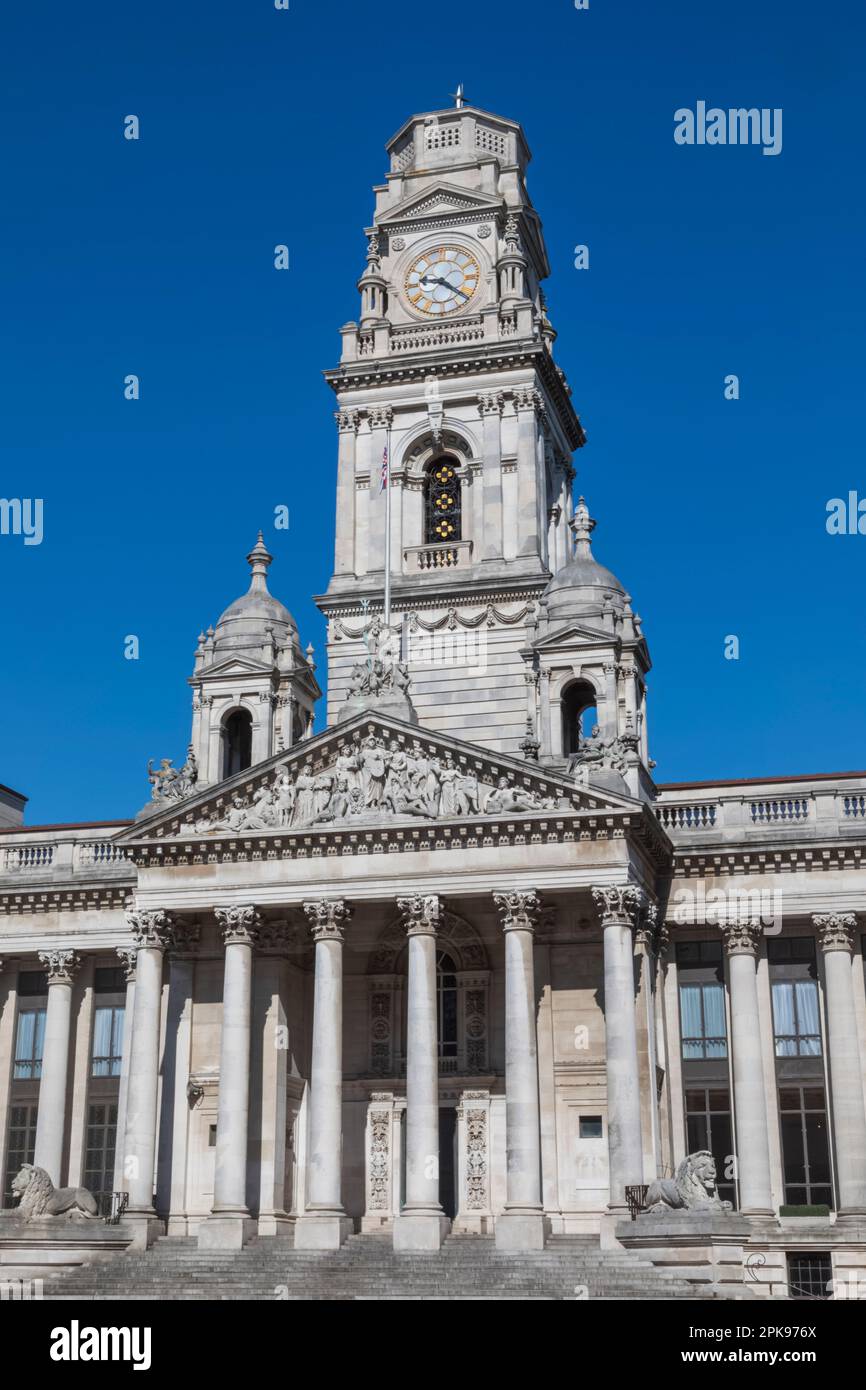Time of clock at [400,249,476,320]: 9:21
